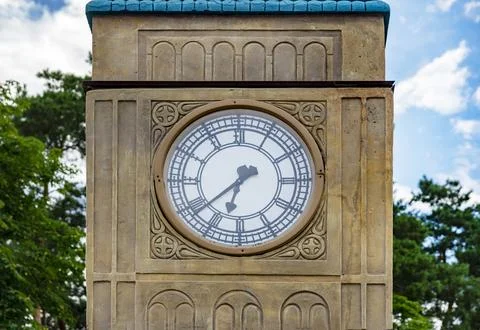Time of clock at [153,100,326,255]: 6:38
